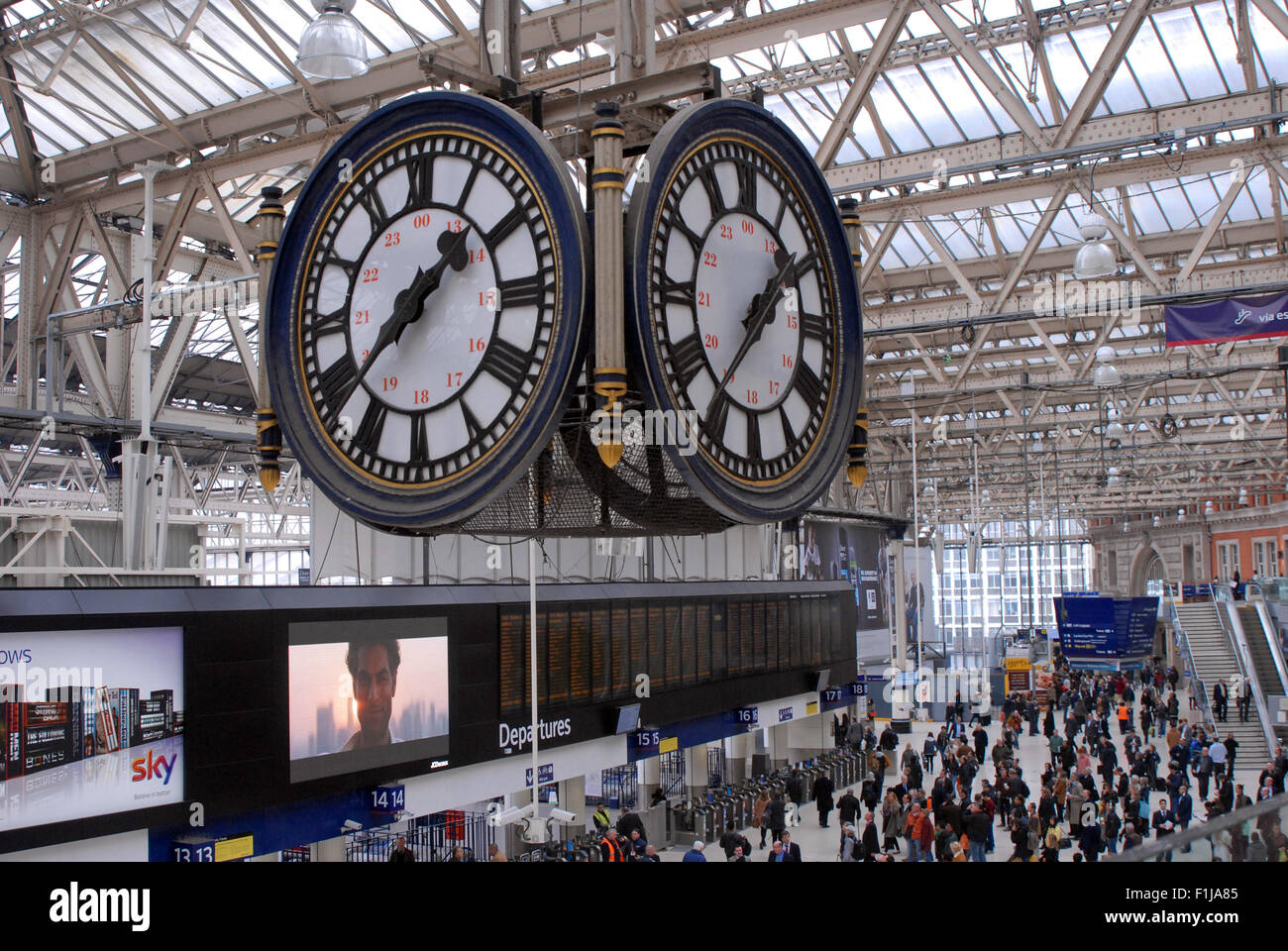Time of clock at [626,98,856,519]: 1:36
